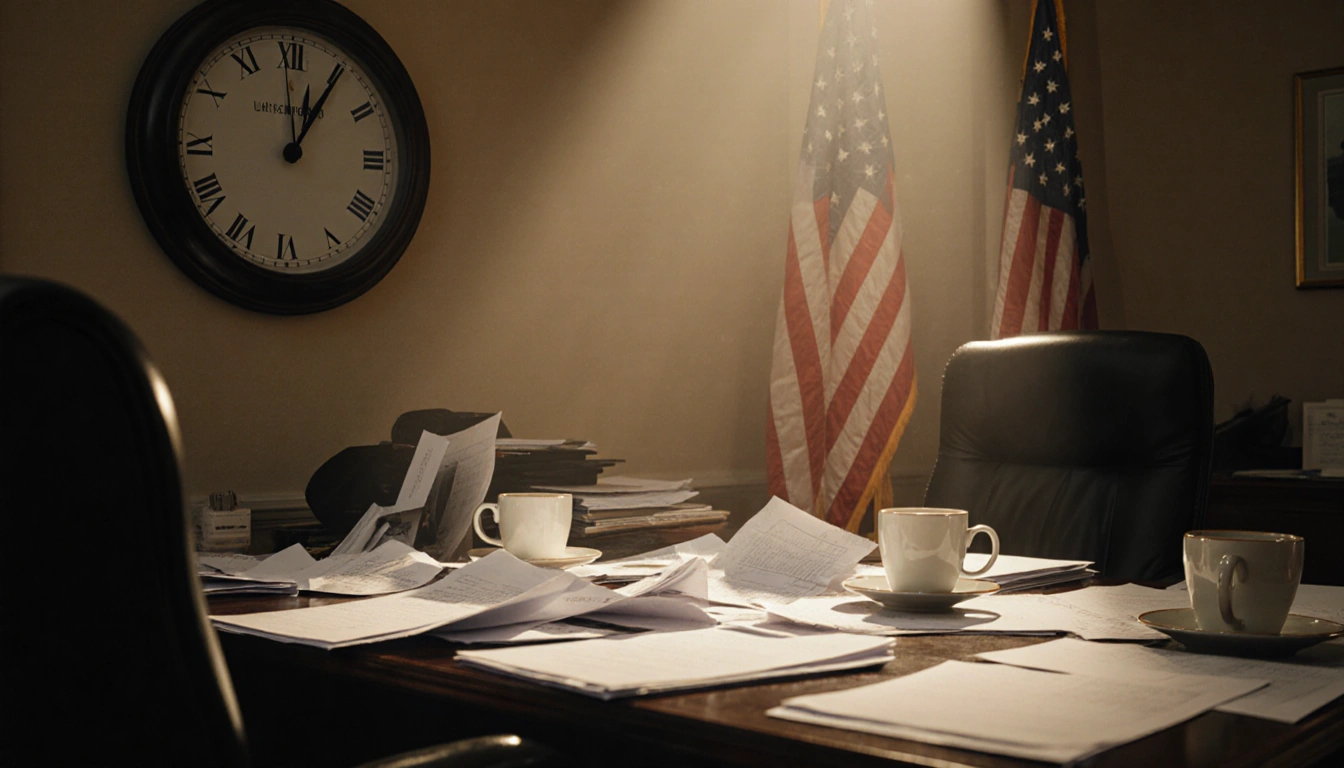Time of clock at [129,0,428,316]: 12:05
